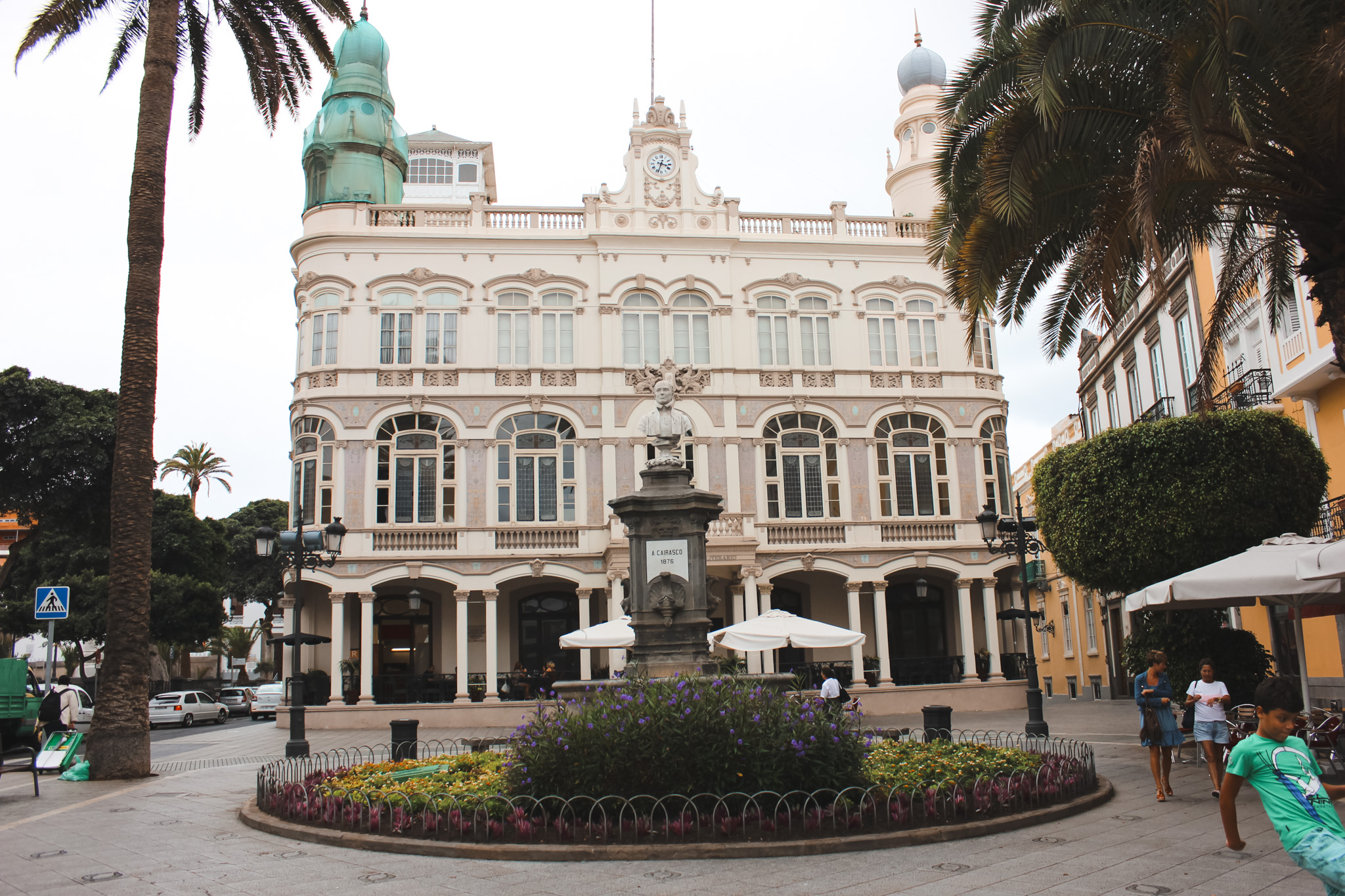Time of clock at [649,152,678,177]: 3:33
